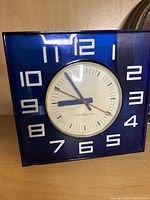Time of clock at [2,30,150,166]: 8:54
